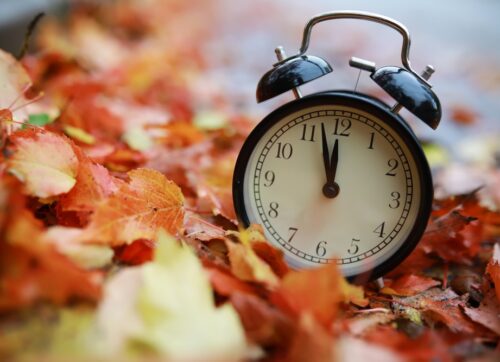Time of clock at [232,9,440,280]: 11:57
